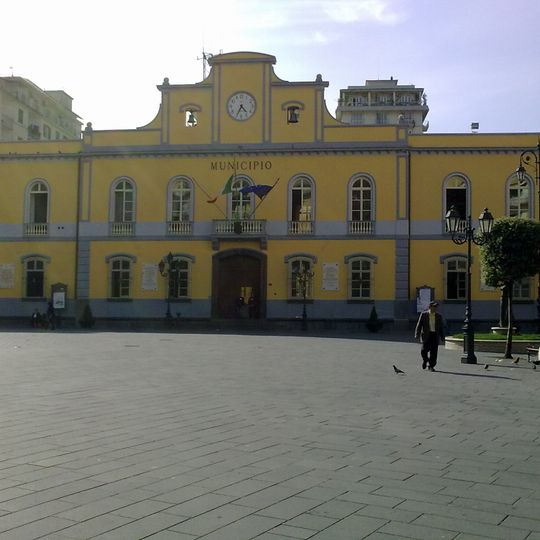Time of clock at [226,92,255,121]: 4:34
